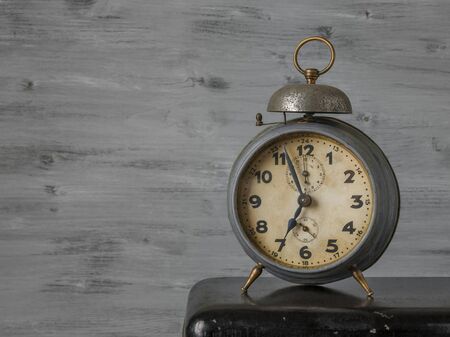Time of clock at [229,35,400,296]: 6:56
